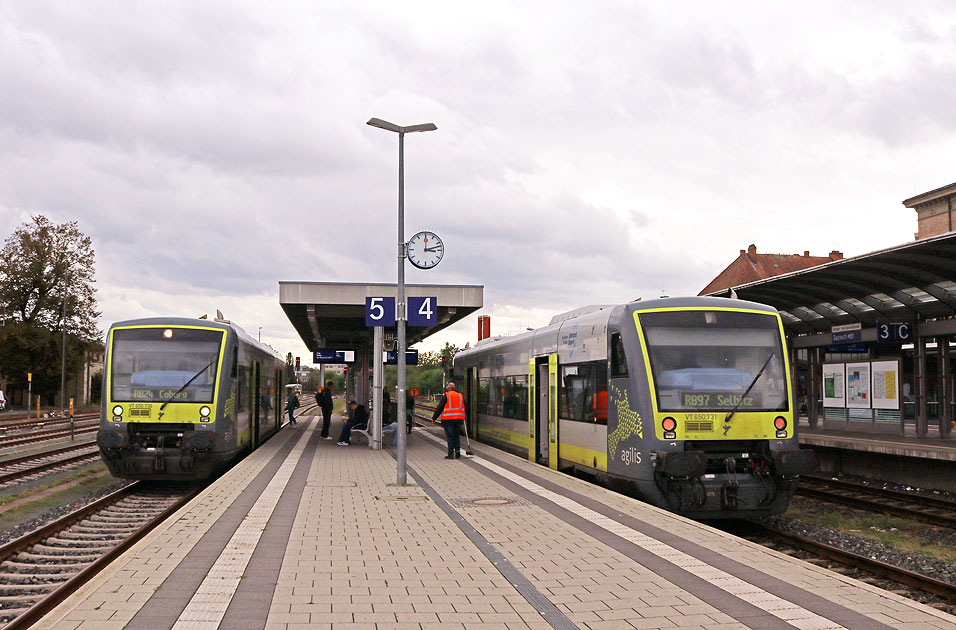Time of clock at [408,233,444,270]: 3:12
